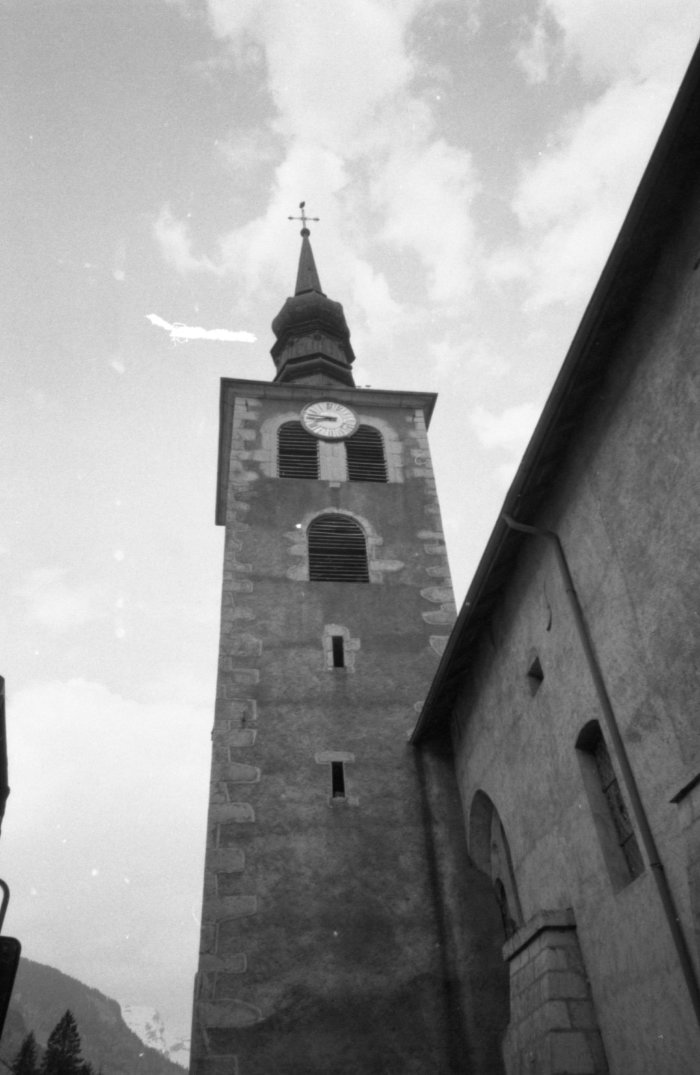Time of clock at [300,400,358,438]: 8:46
